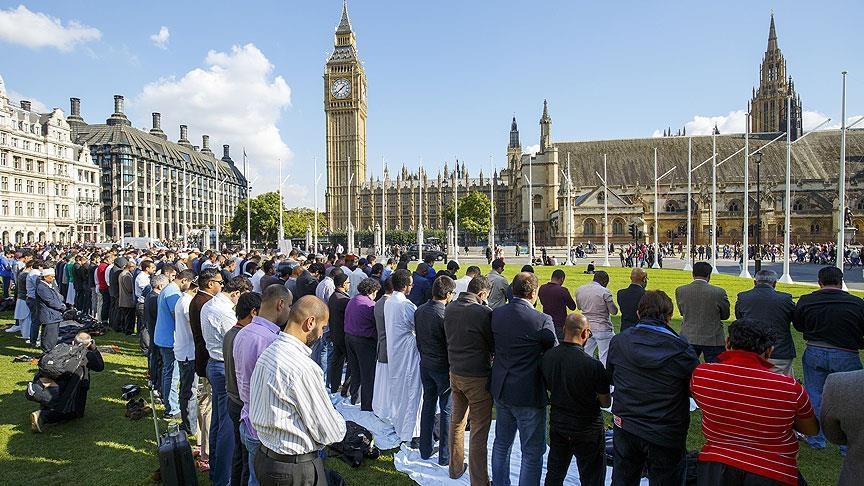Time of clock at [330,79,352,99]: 1:38
